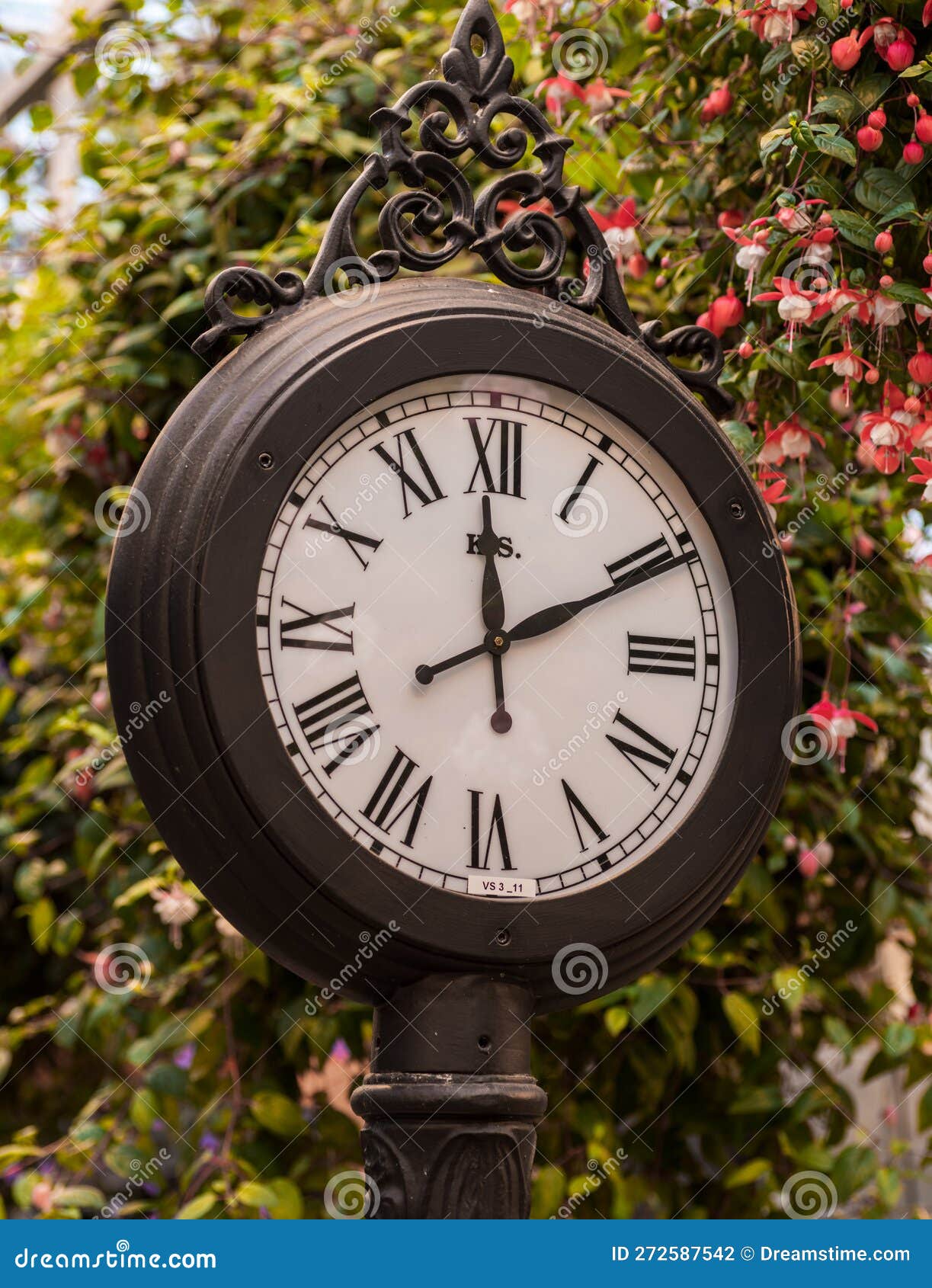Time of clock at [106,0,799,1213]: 1:59
